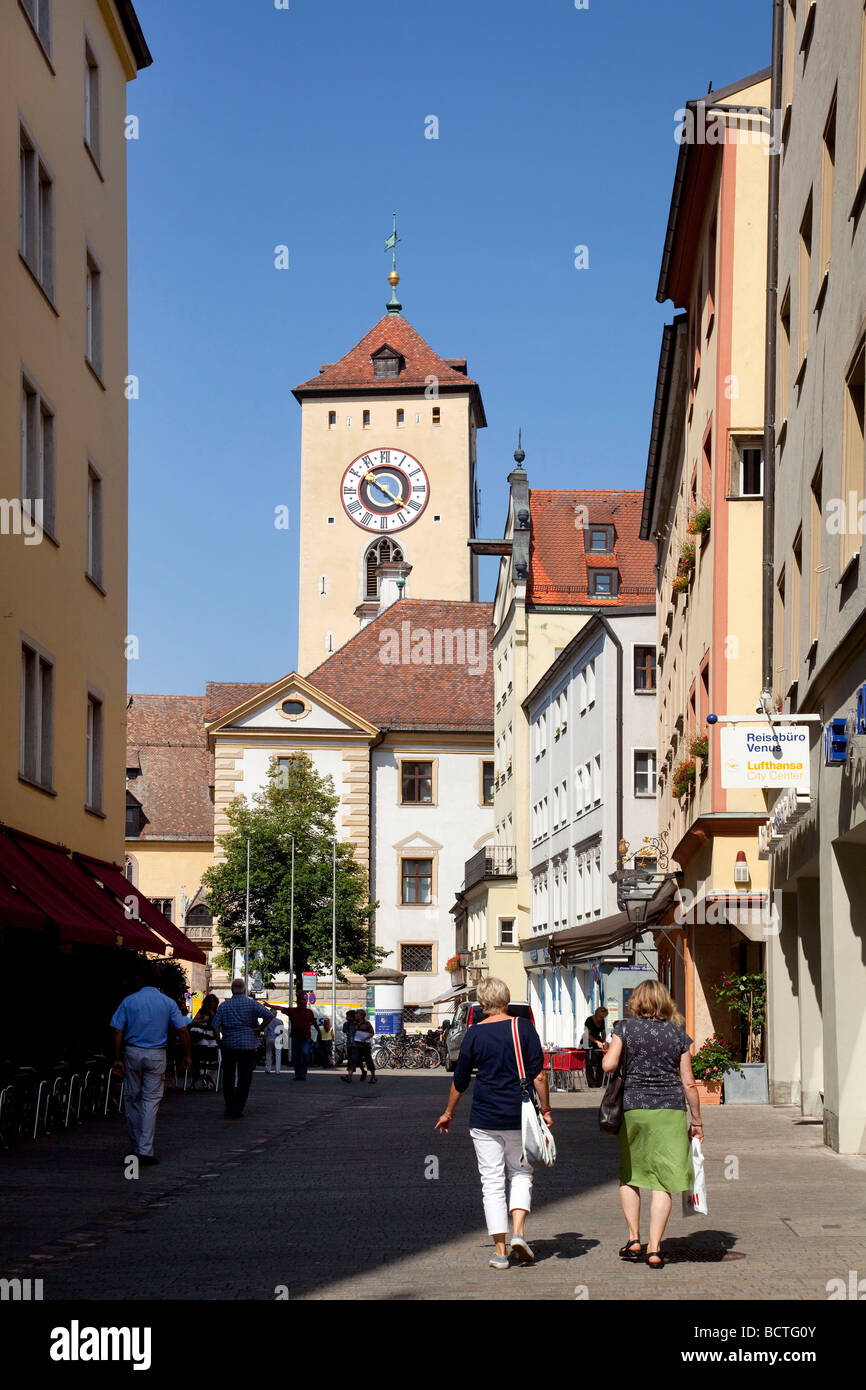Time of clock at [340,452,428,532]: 10:22
